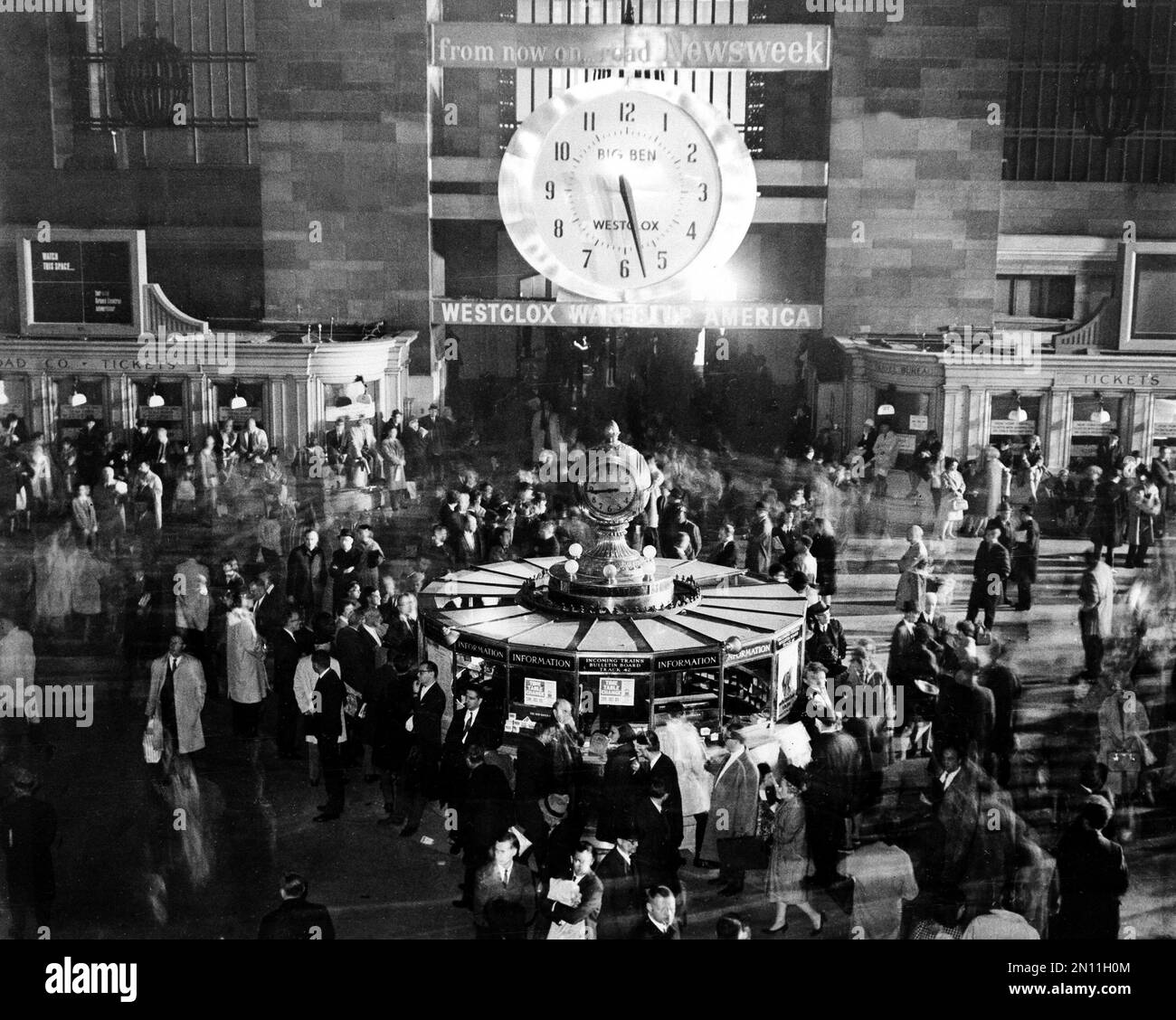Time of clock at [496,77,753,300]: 5:27
